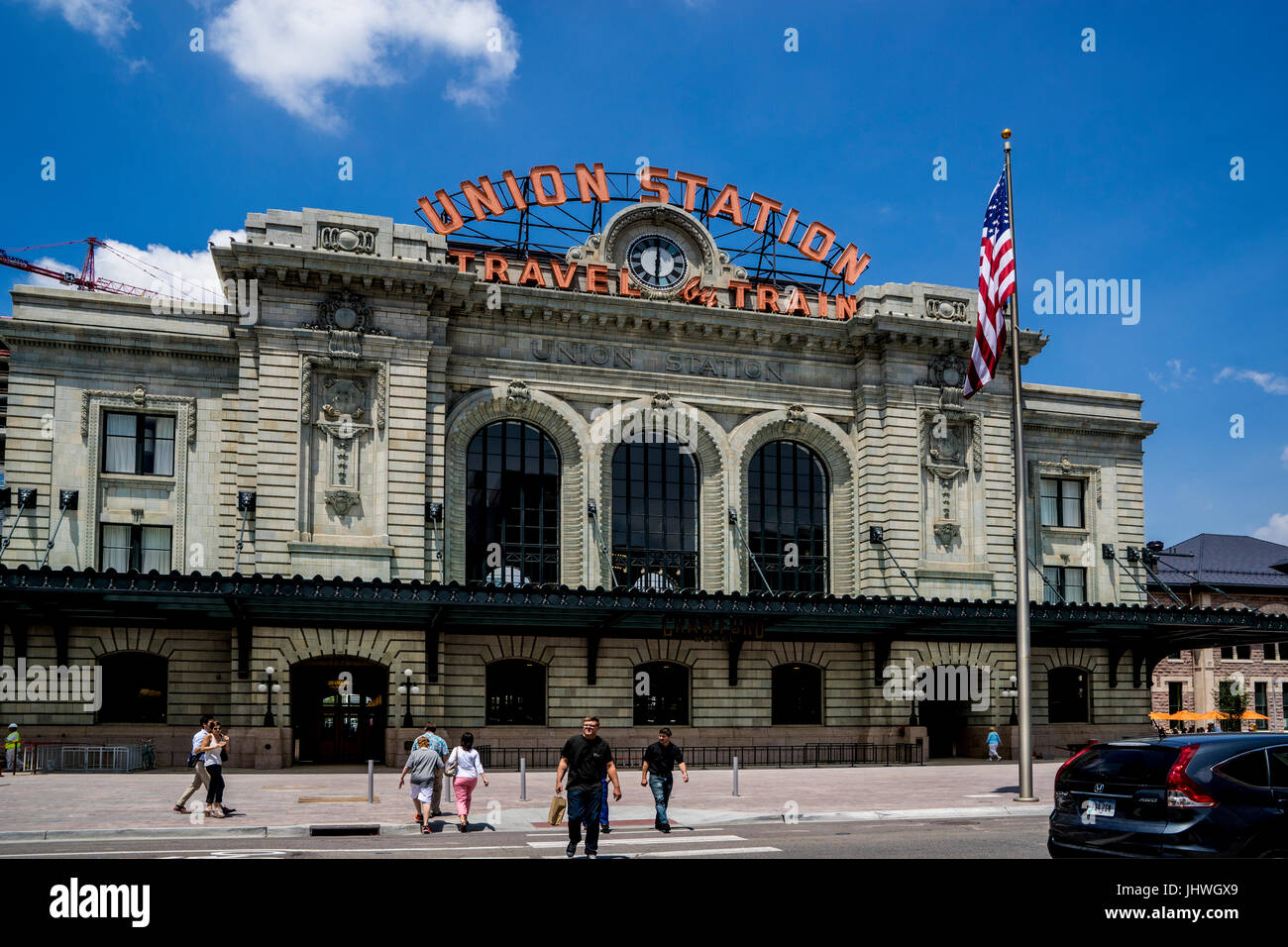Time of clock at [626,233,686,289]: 6:00
